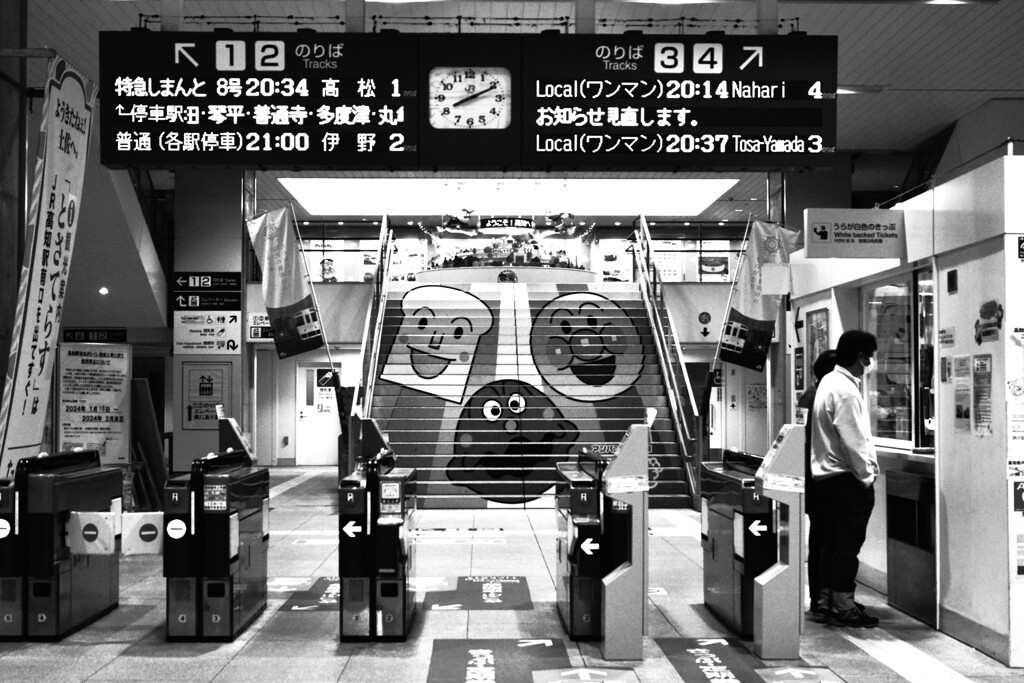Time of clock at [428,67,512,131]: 8:10
